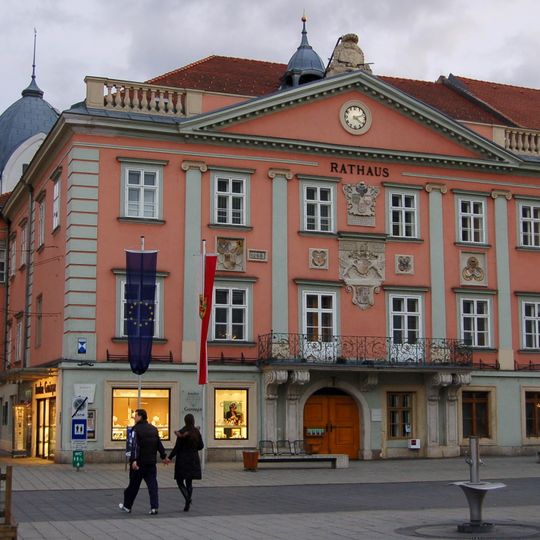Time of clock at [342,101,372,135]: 4:12
